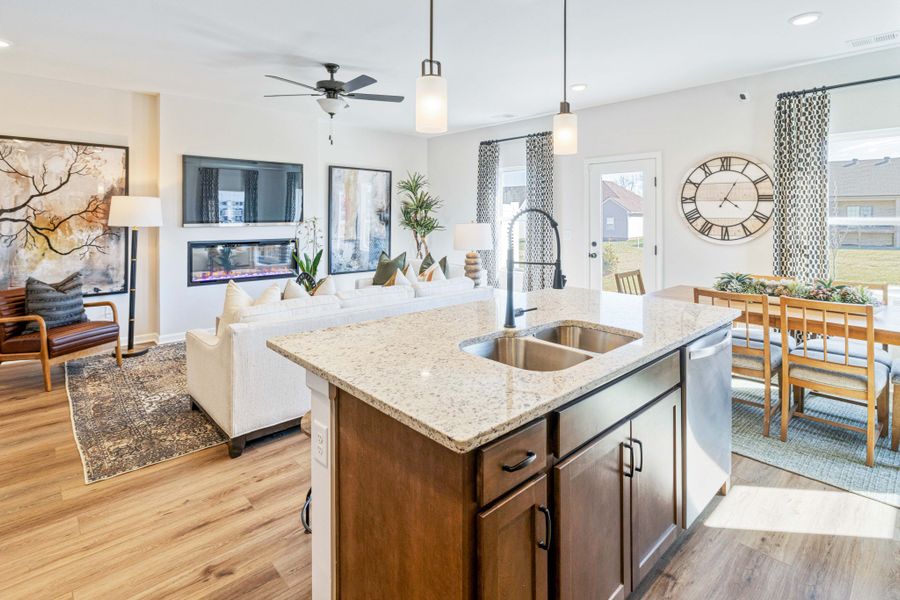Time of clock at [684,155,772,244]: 4:04
